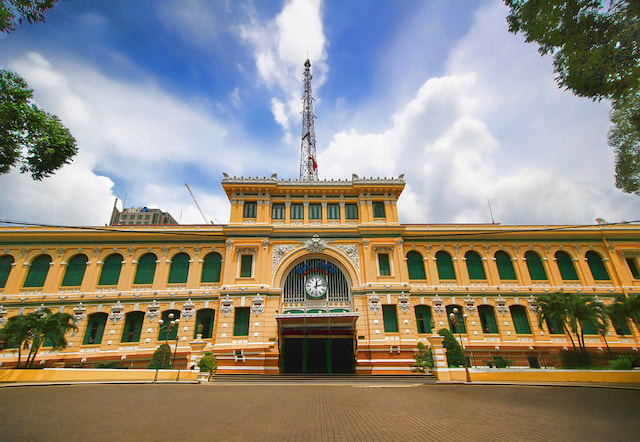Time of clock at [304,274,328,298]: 12:12
